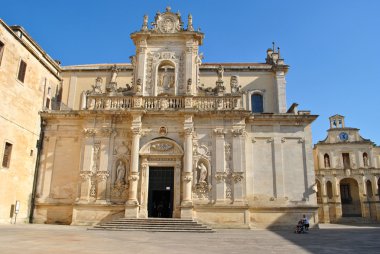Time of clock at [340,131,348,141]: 5:03
